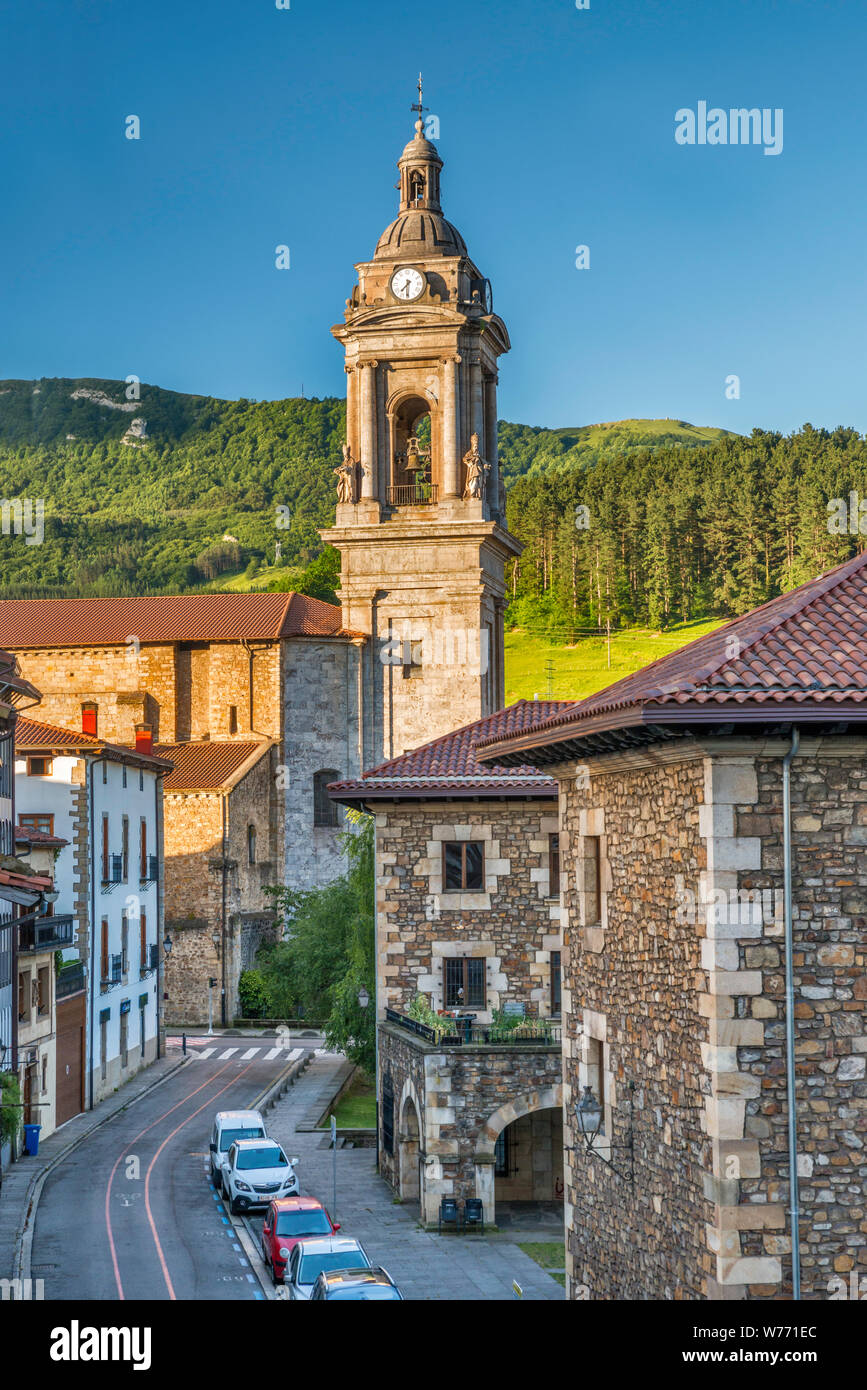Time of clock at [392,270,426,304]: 7:30
